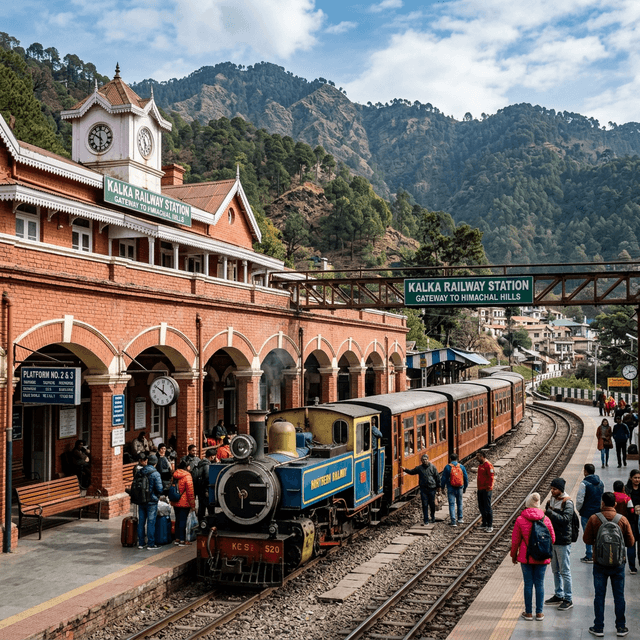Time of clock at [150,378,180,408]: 11:50
